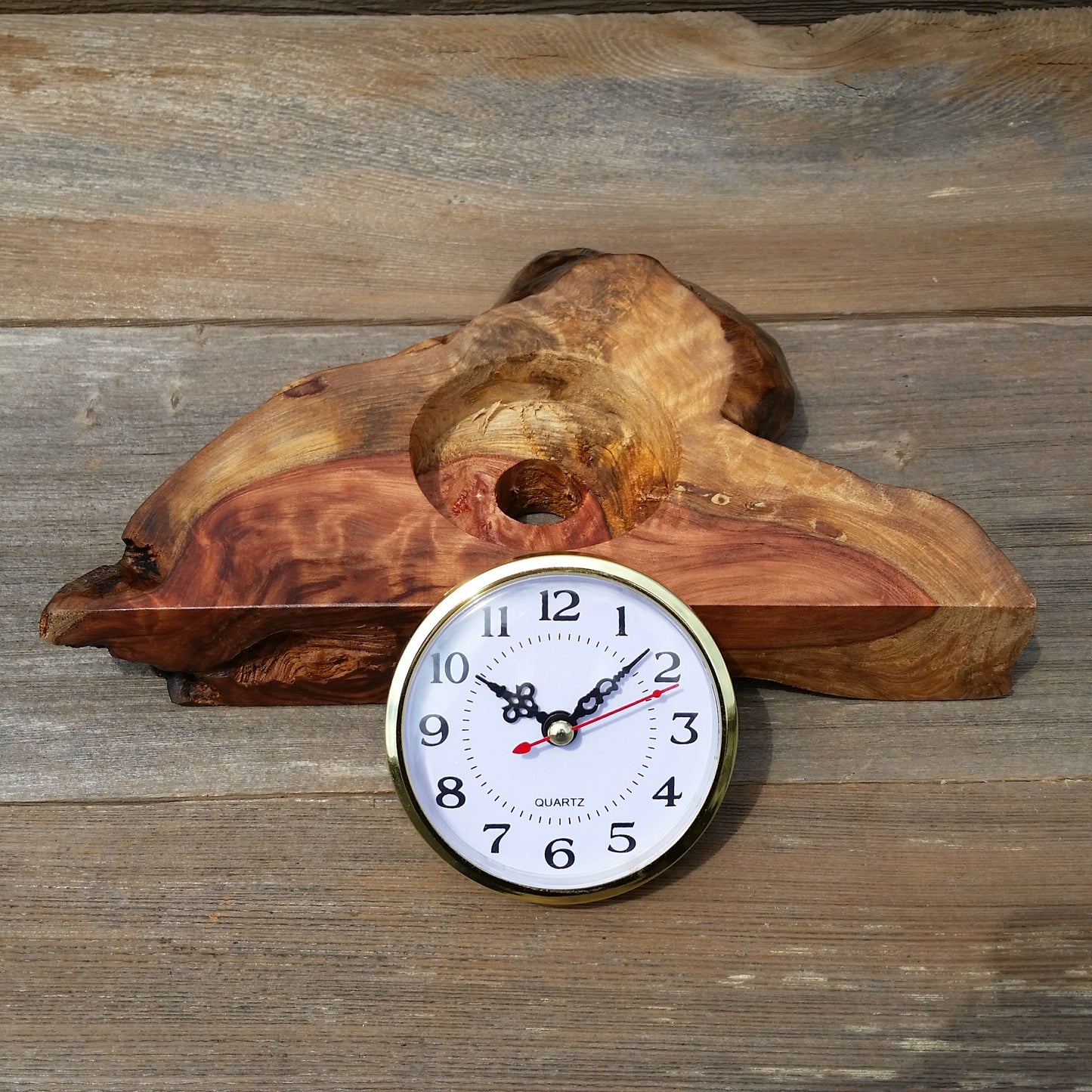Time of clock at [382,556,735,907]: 10:08
